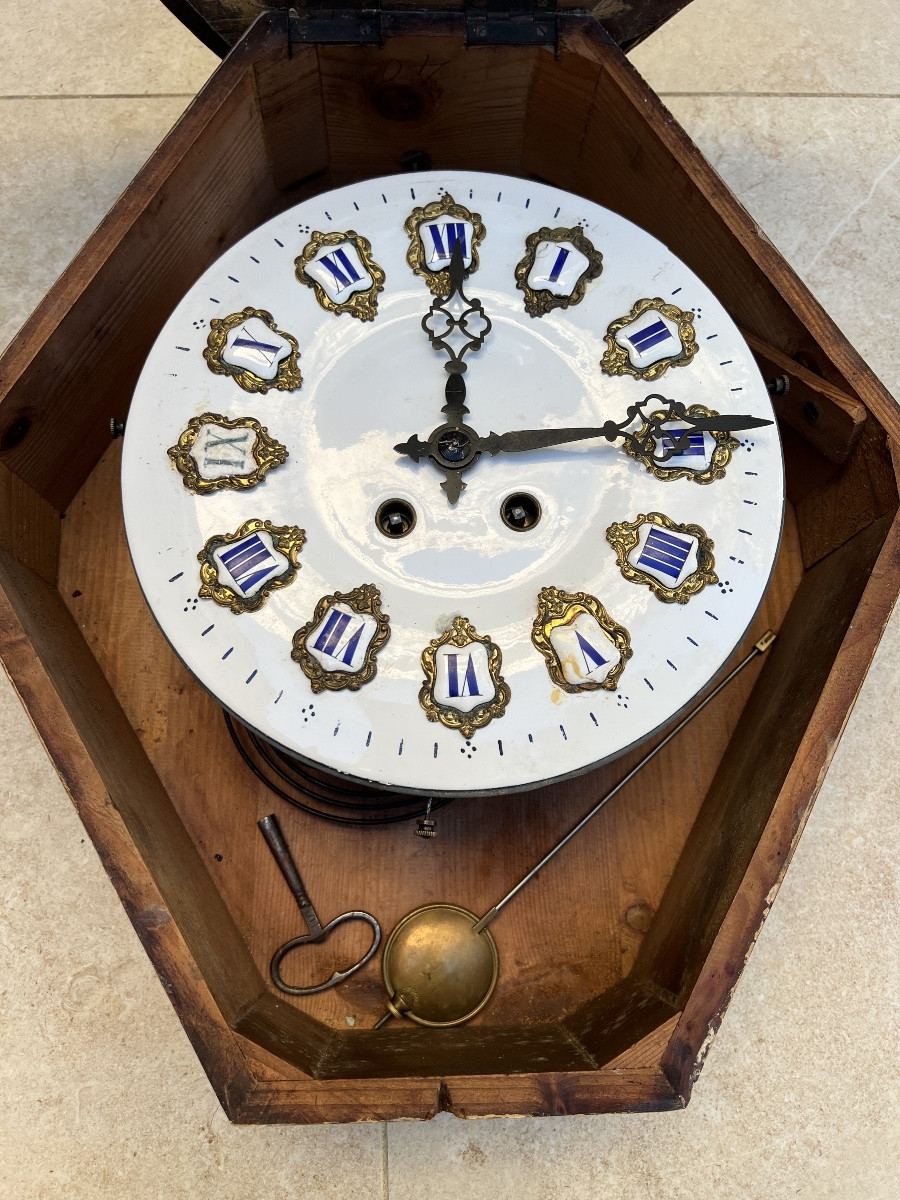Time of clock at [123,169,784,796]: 12:13
